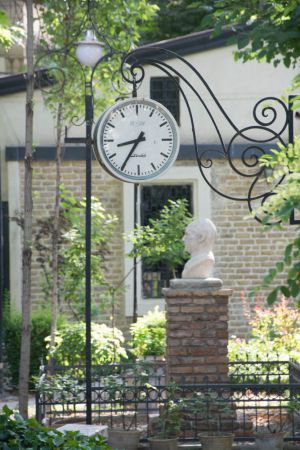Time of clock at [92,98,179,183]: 8:35
